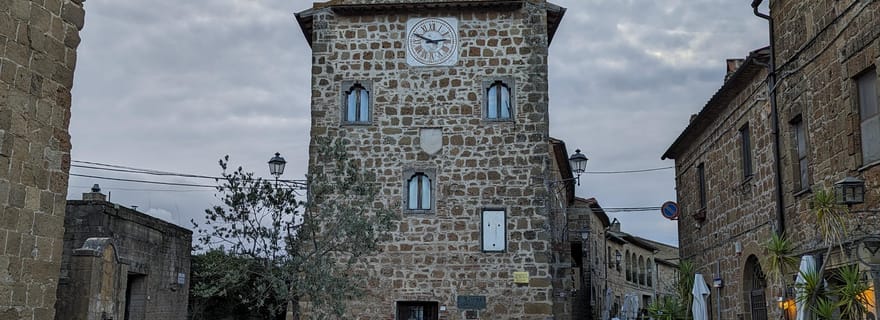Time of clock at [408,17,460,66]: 2:48
